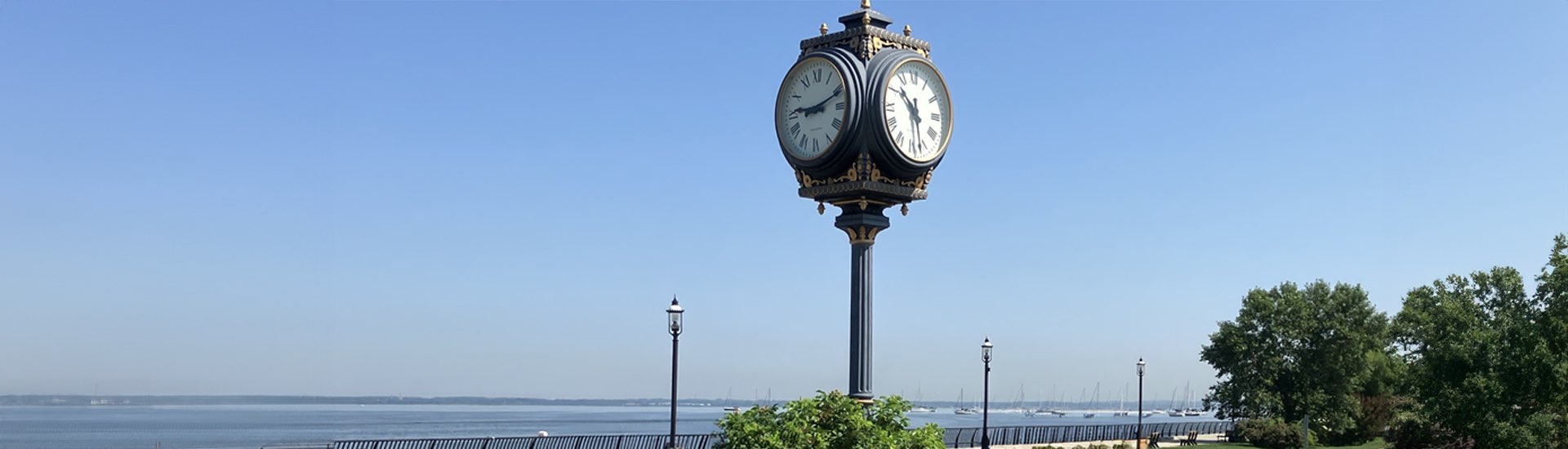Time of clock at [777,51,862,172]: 9:11
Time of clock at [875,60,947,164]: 10:28
